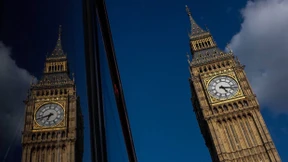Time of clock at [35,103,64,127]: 6:41
